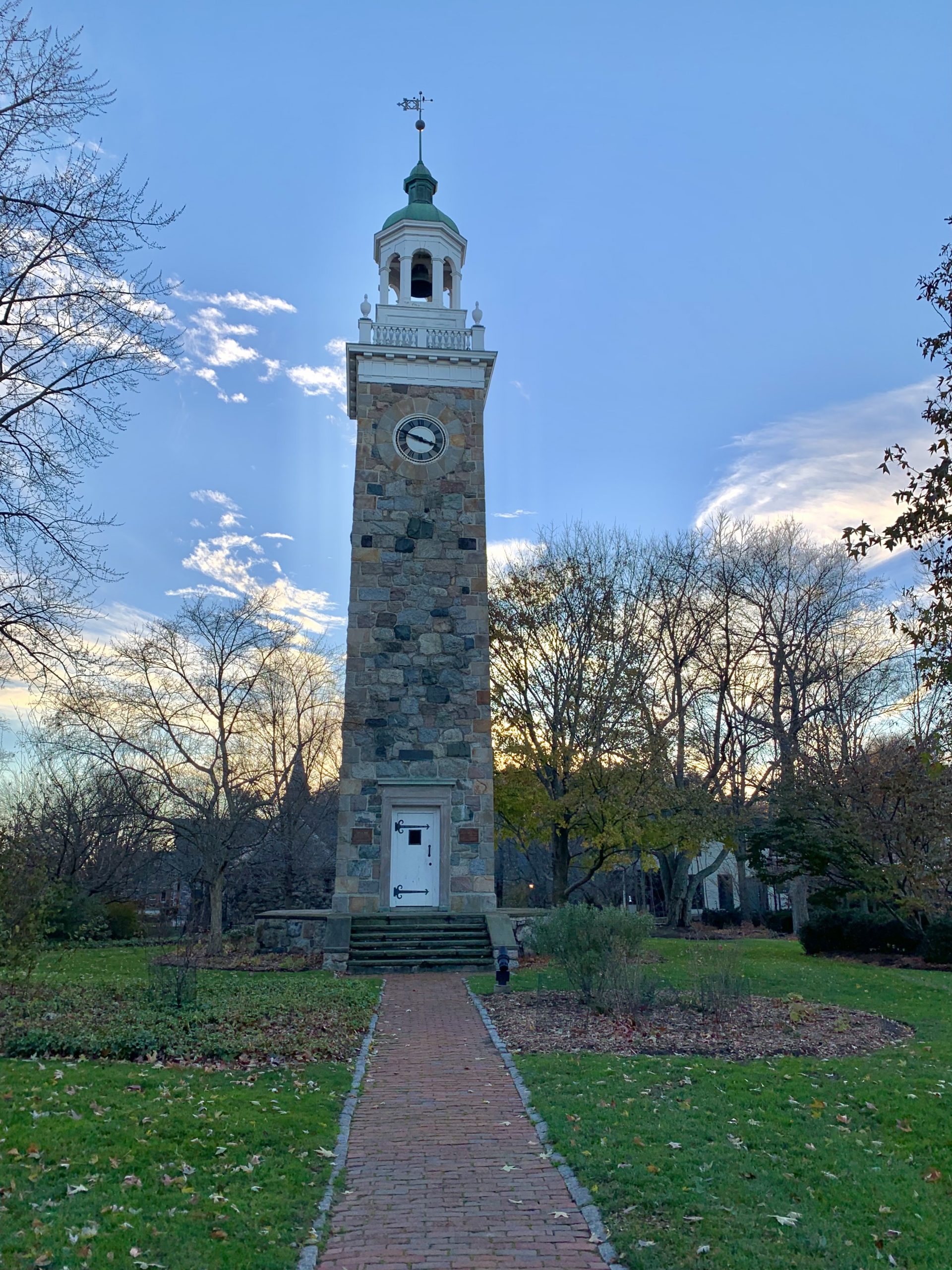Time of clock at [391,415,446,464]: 3:48
